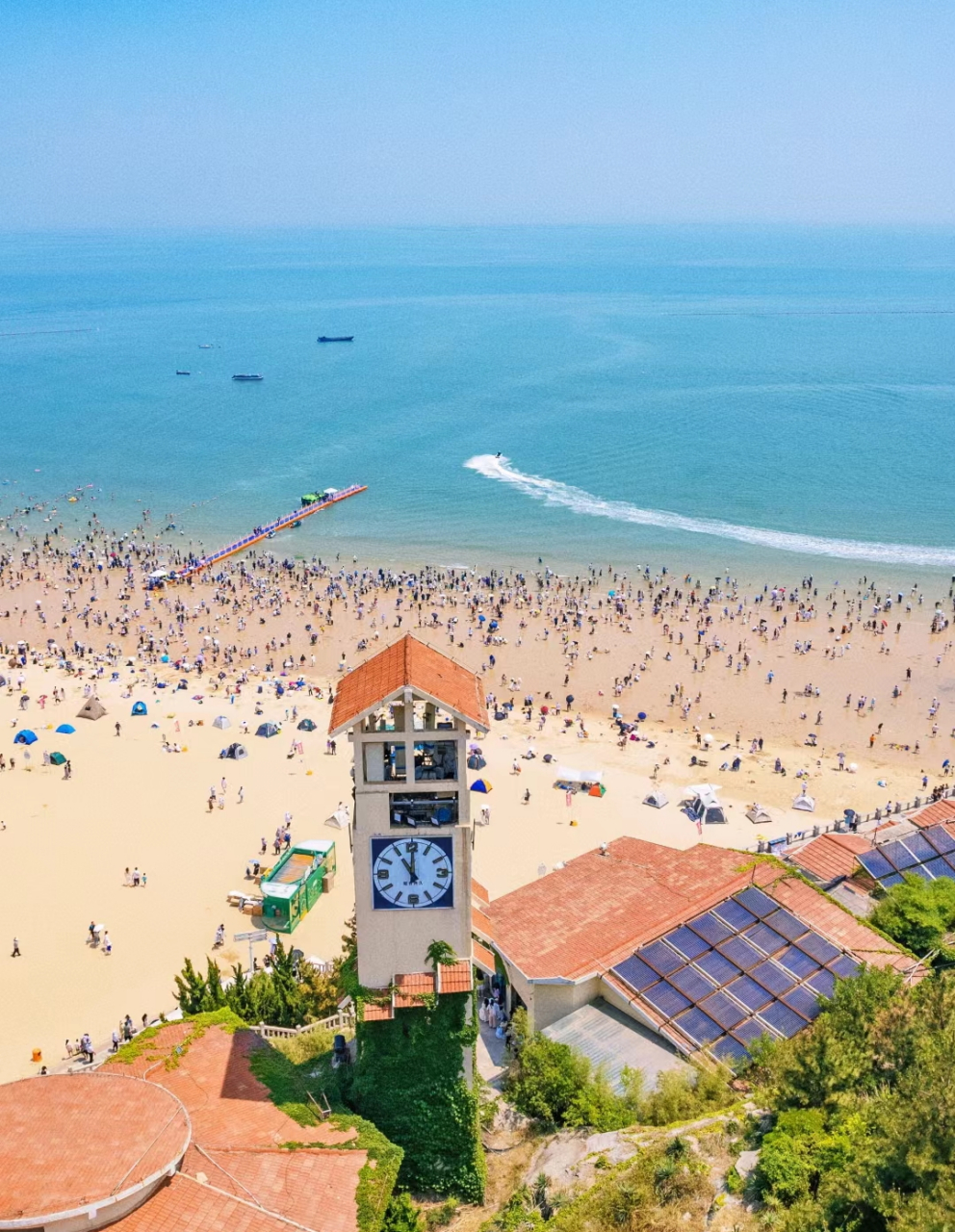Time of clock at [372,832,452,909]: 11:00
